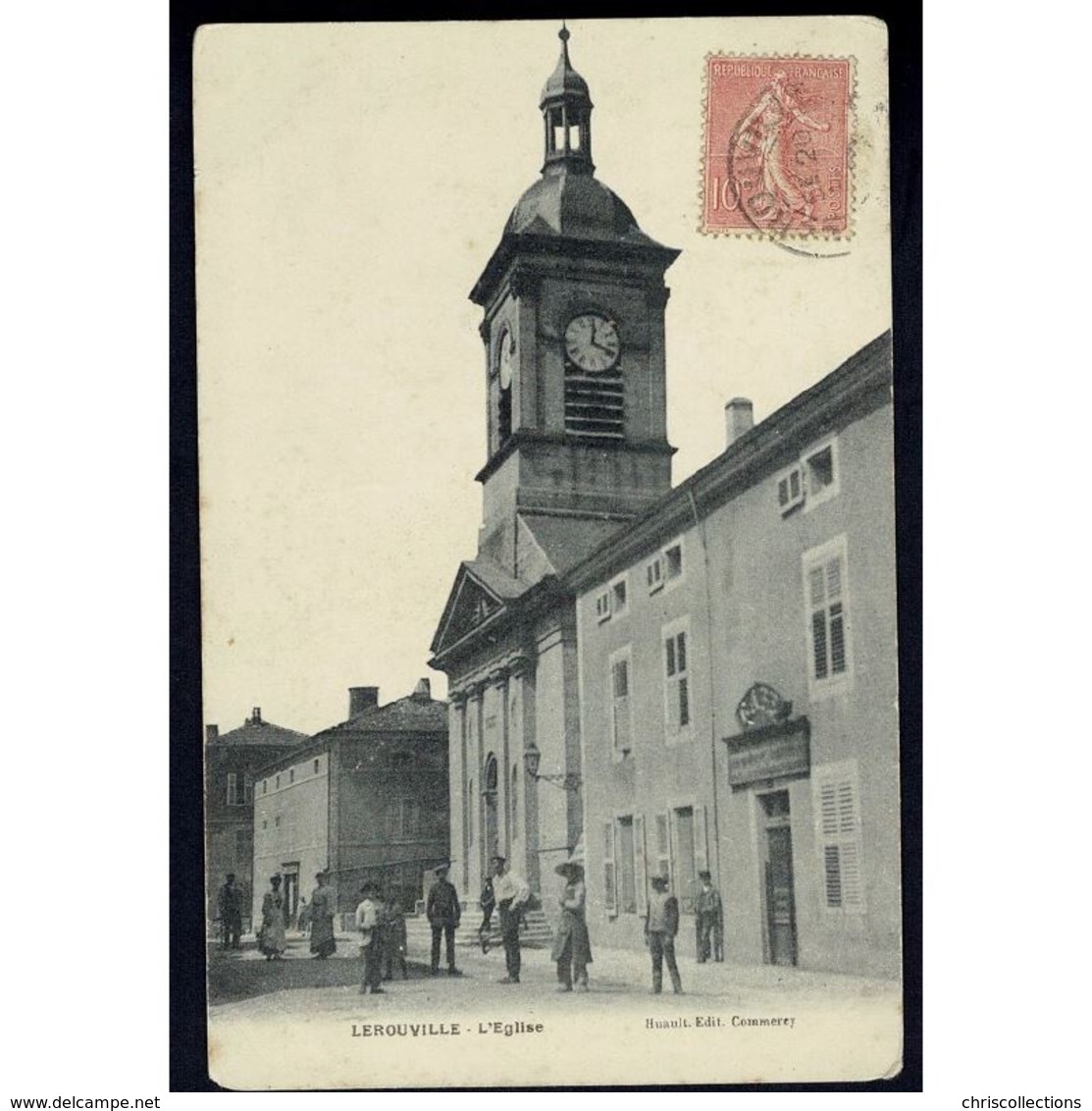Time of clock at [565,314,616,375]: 12:18
